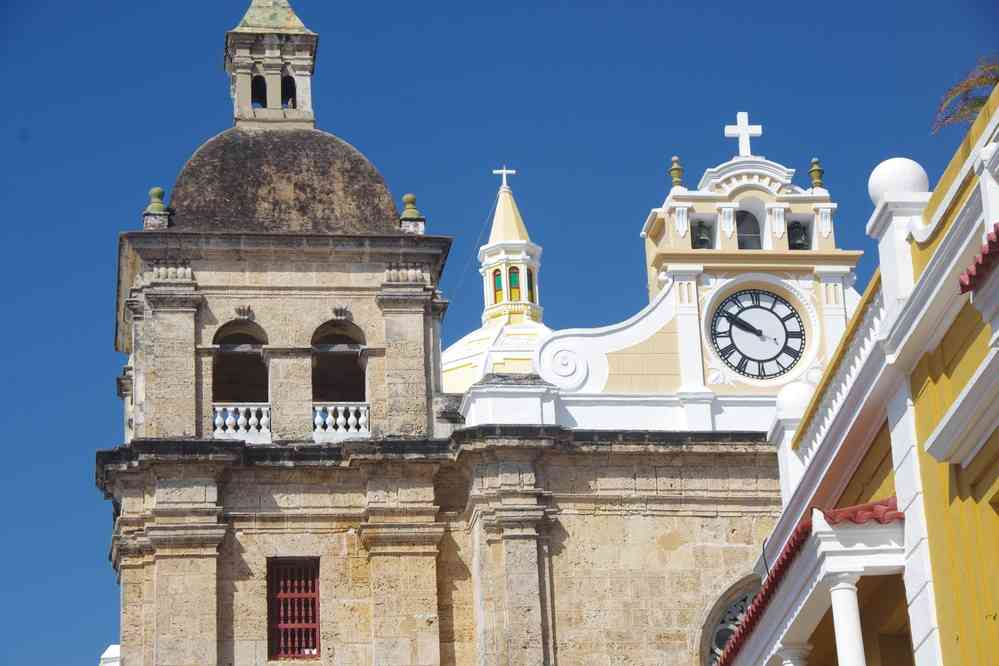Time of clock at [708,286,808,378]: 9:50
